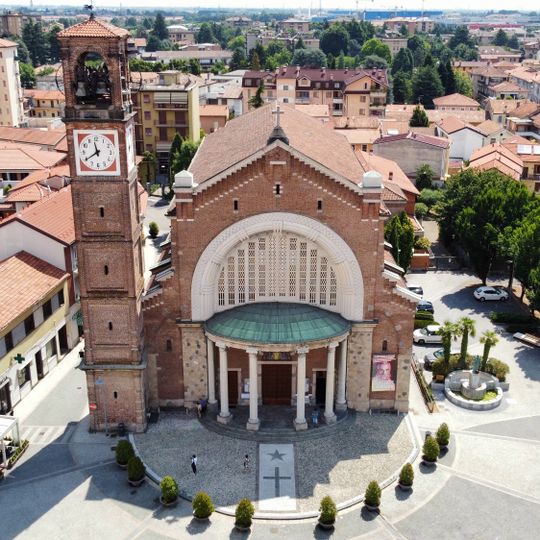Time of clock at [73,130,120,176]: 11:39
